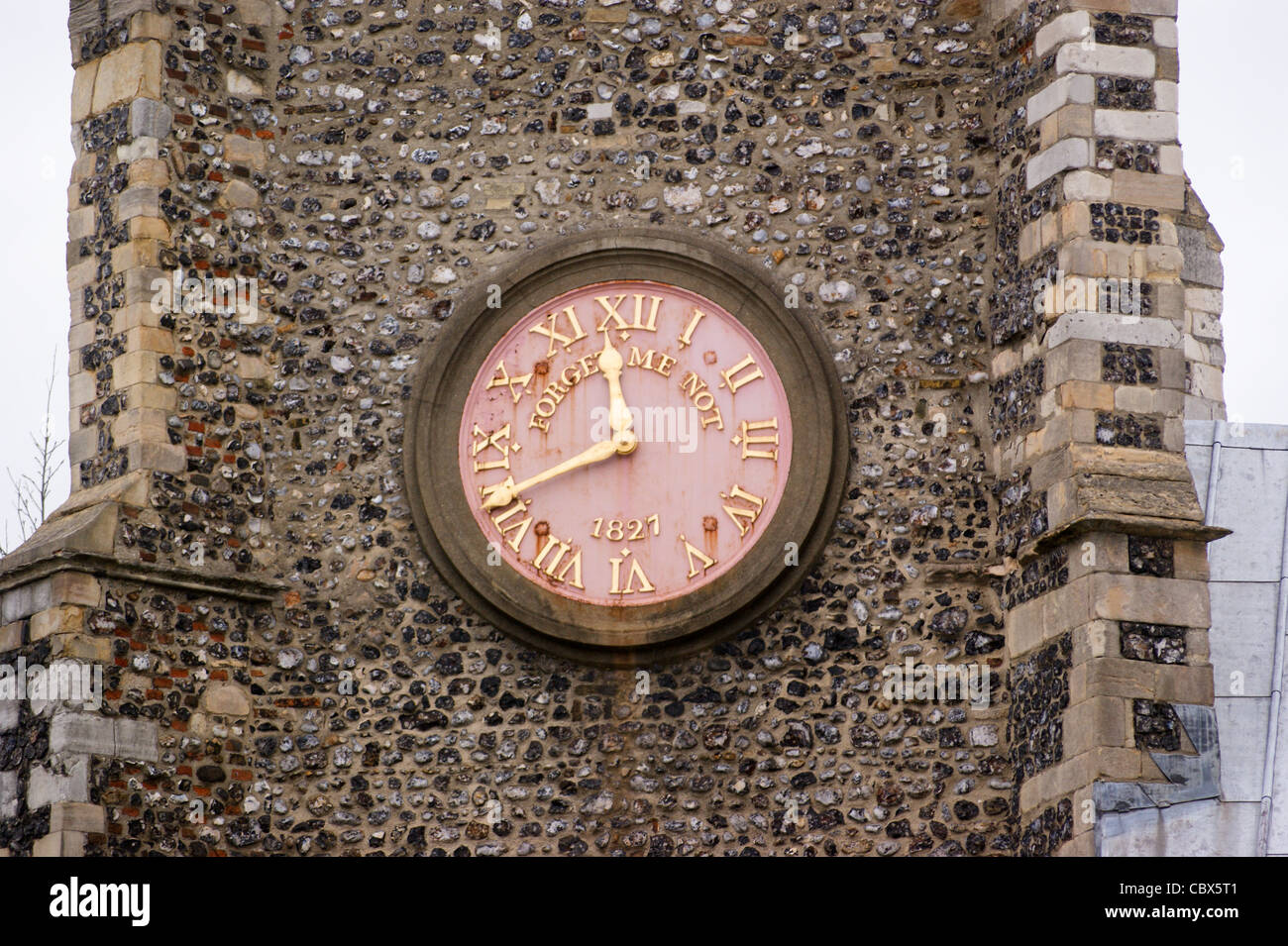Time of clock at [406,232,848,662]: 11:41
